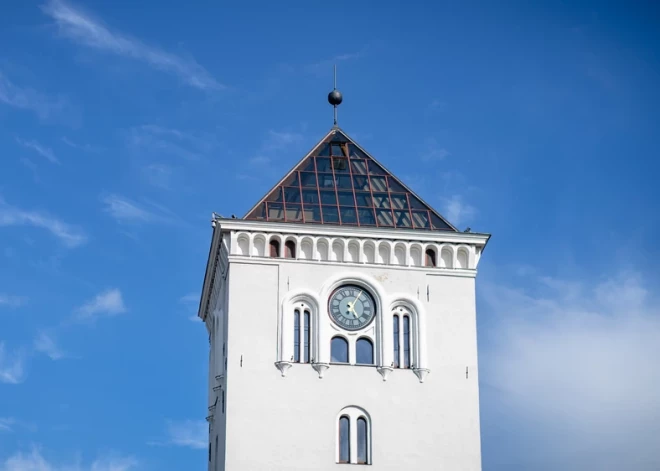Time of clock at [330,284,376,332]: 5:05
